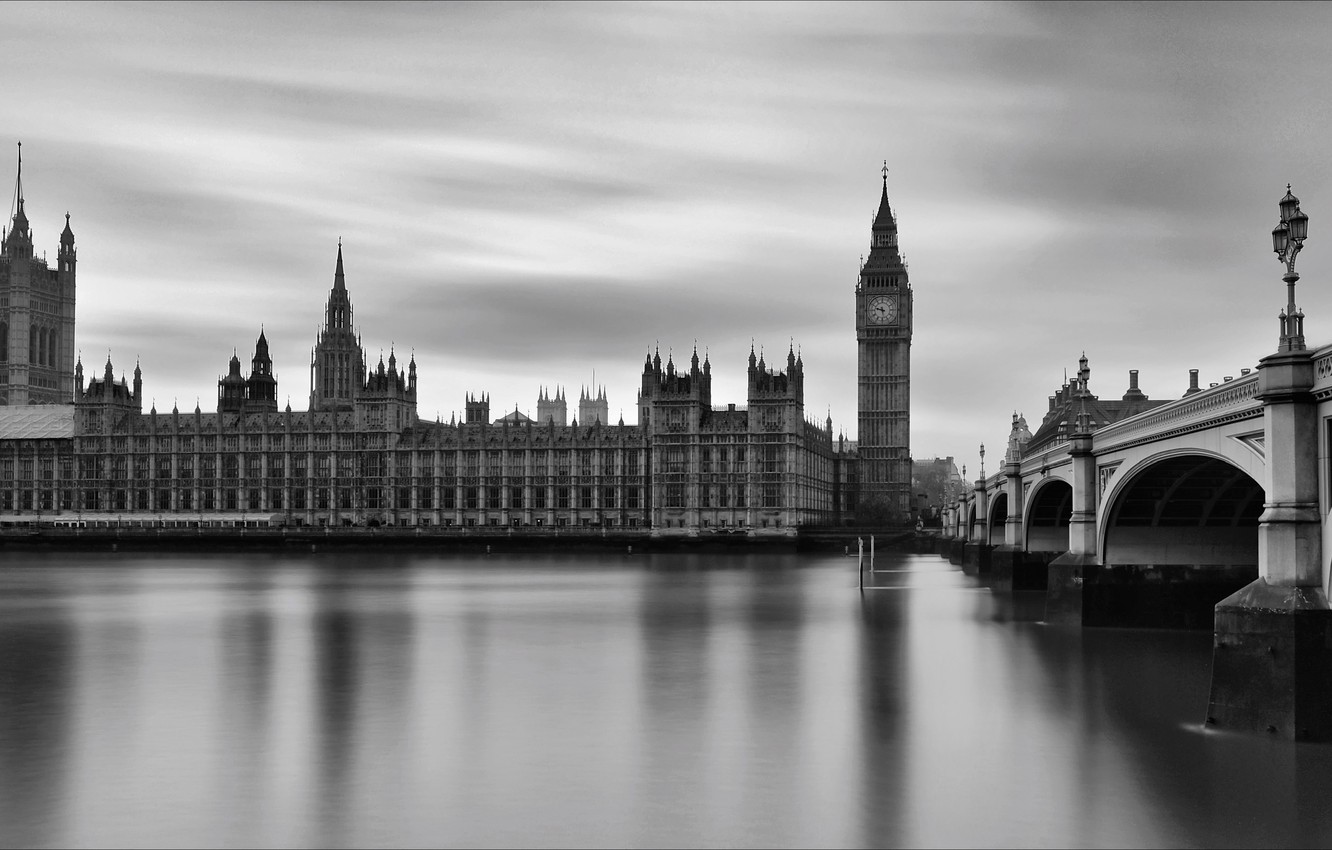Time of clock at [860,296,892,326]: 9:28
